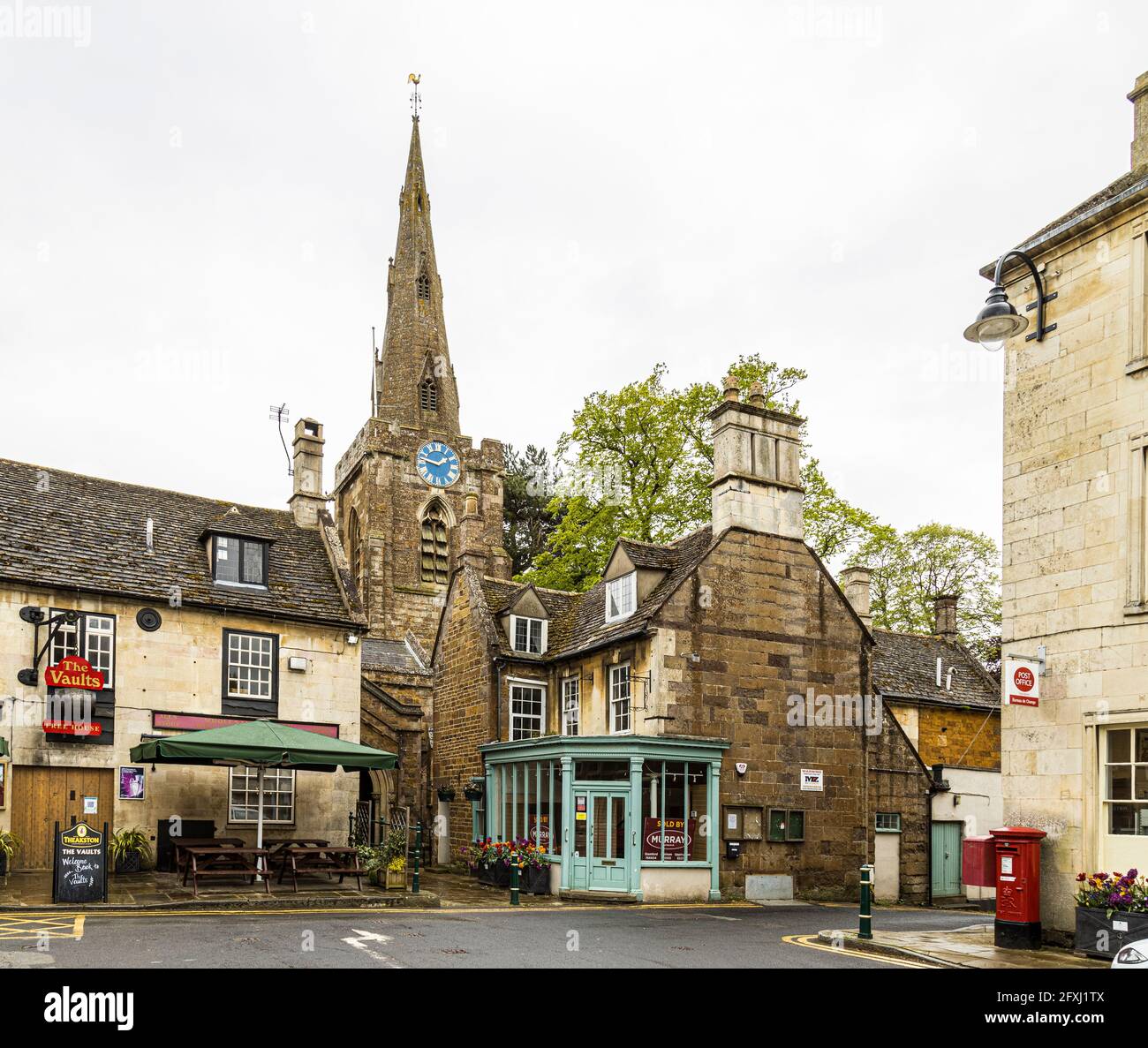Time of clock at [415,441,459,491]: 1:46
